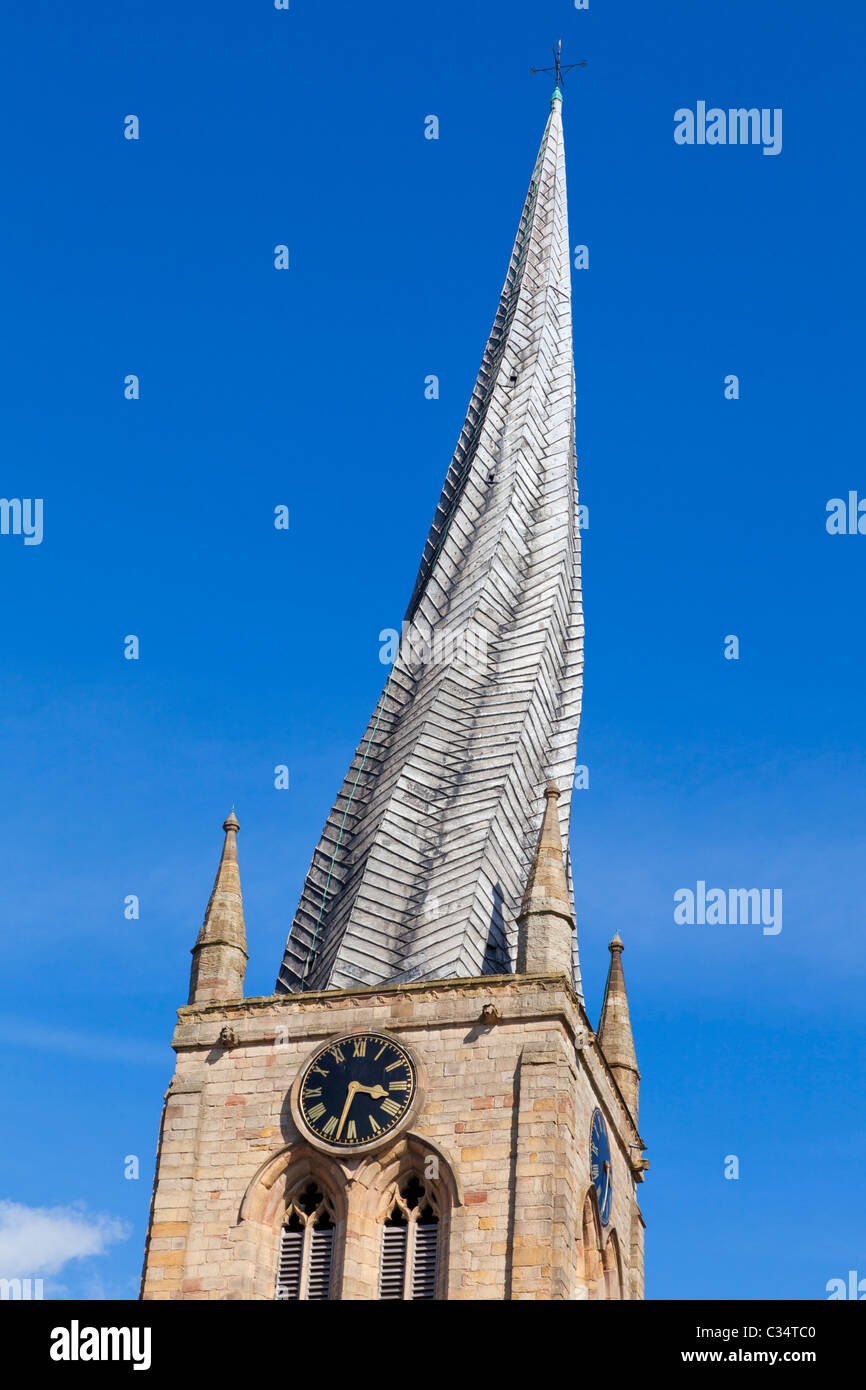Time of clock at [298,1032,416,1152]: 3:32
